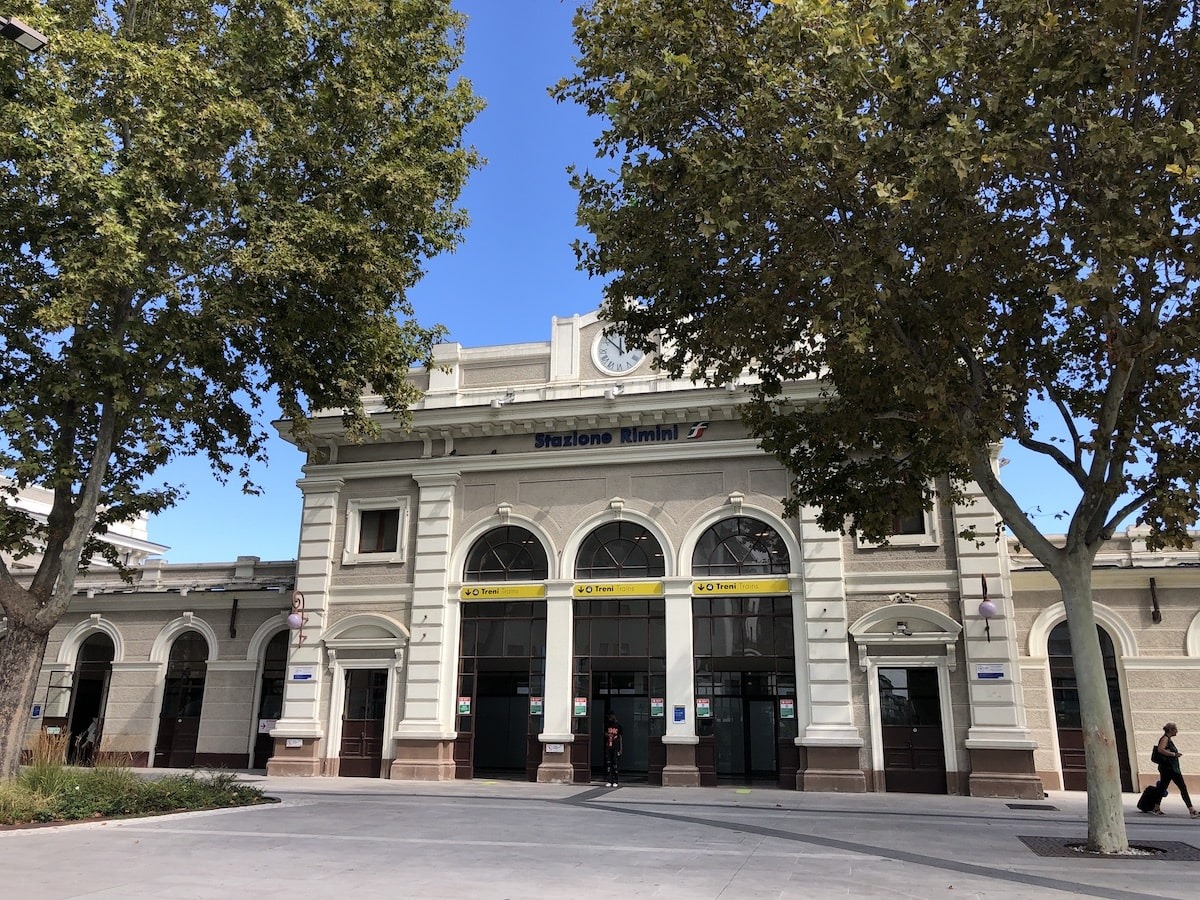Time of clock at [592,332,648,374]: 11:52
